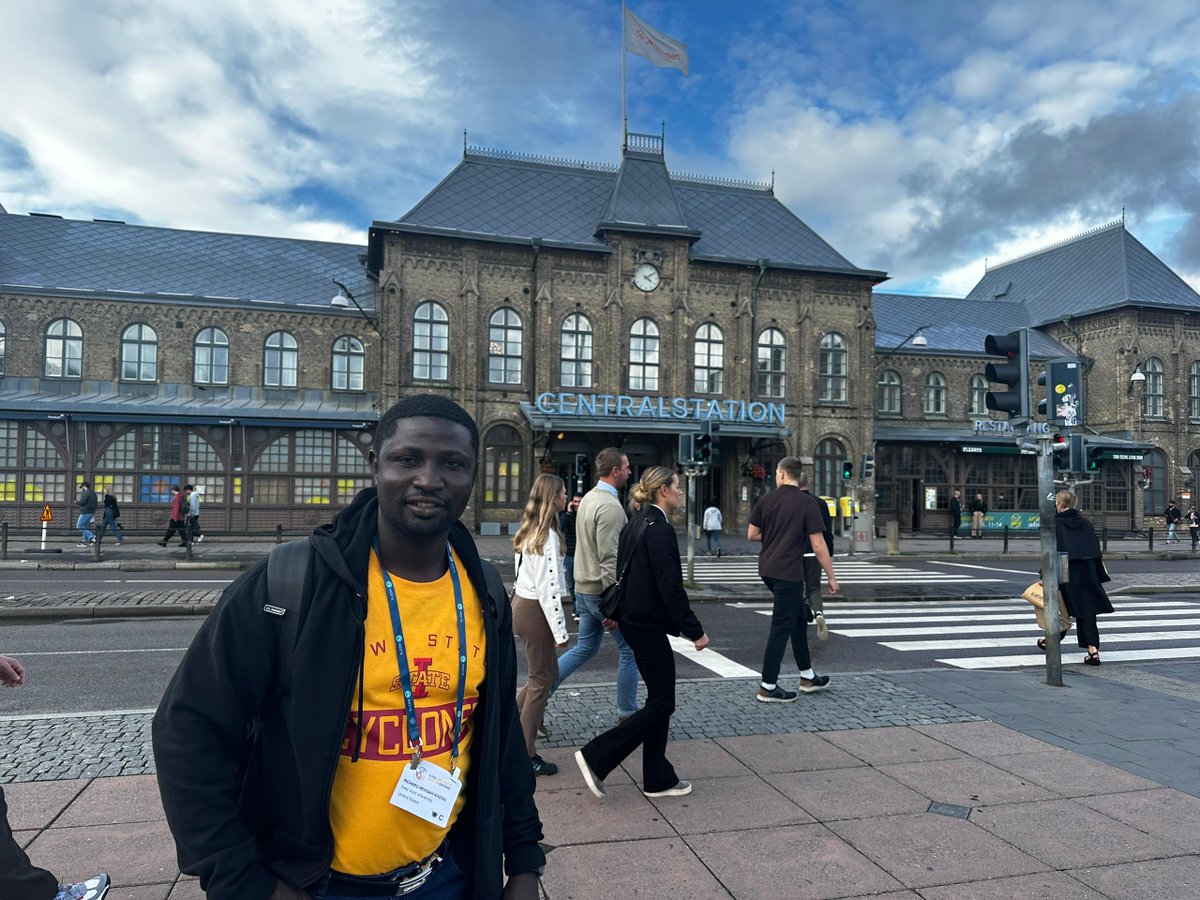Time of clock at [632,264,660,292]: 4:09
